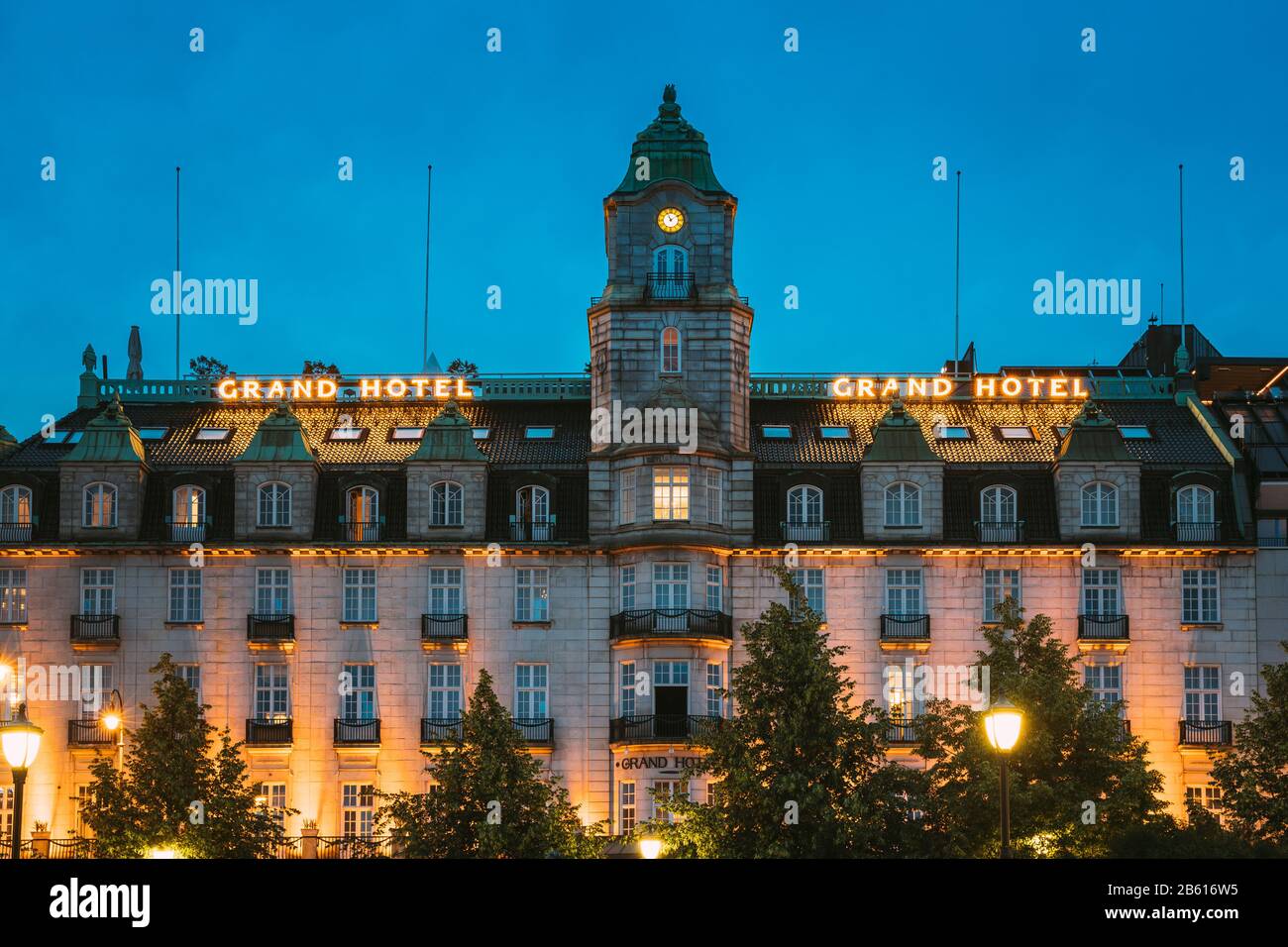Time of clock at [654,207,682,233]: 11:09
